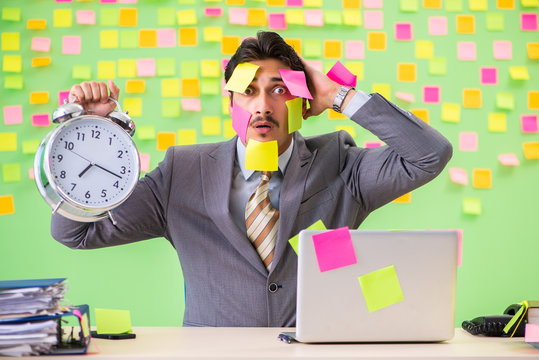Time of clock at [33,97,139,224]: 7:17
